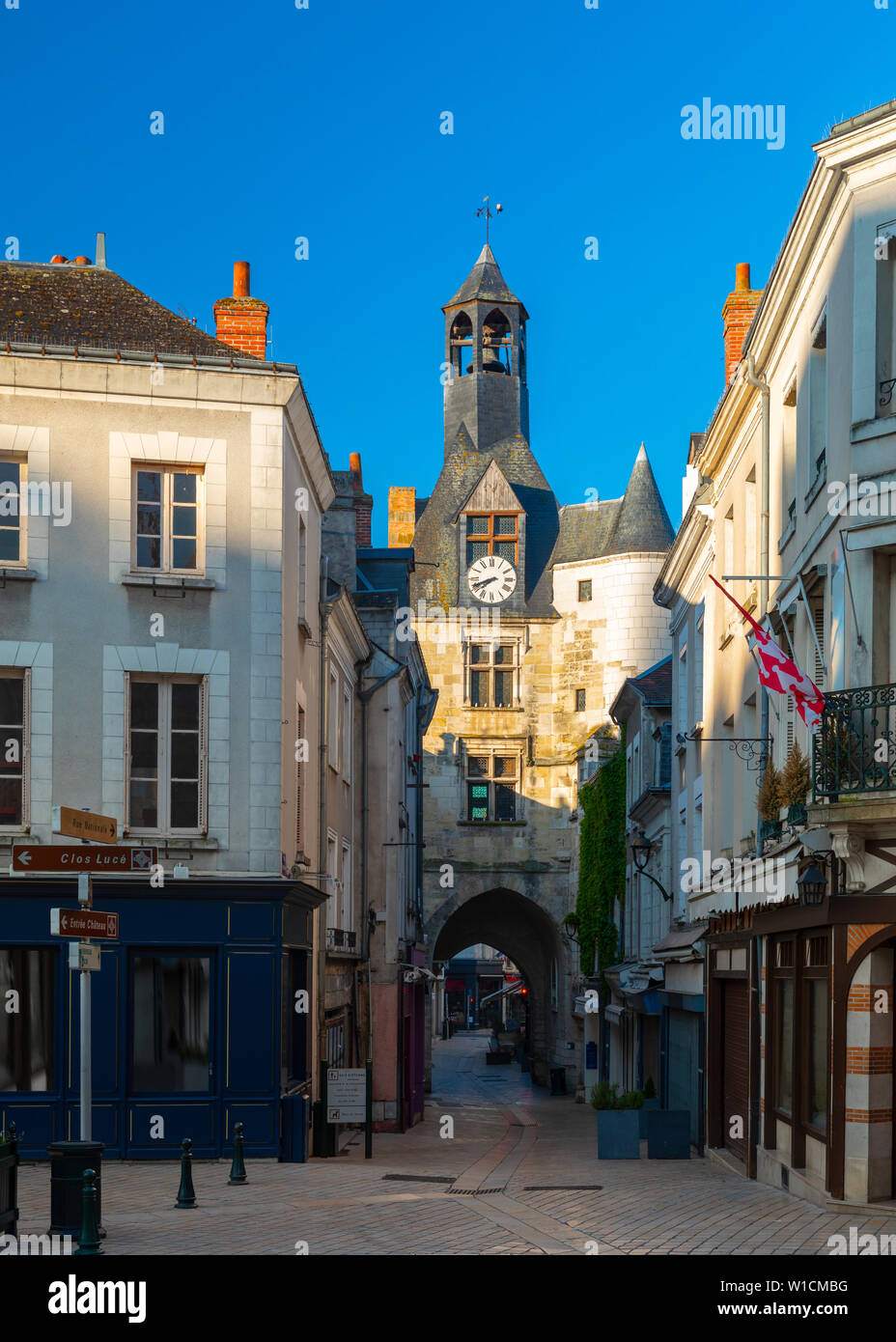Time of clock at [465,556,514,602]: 7:41
